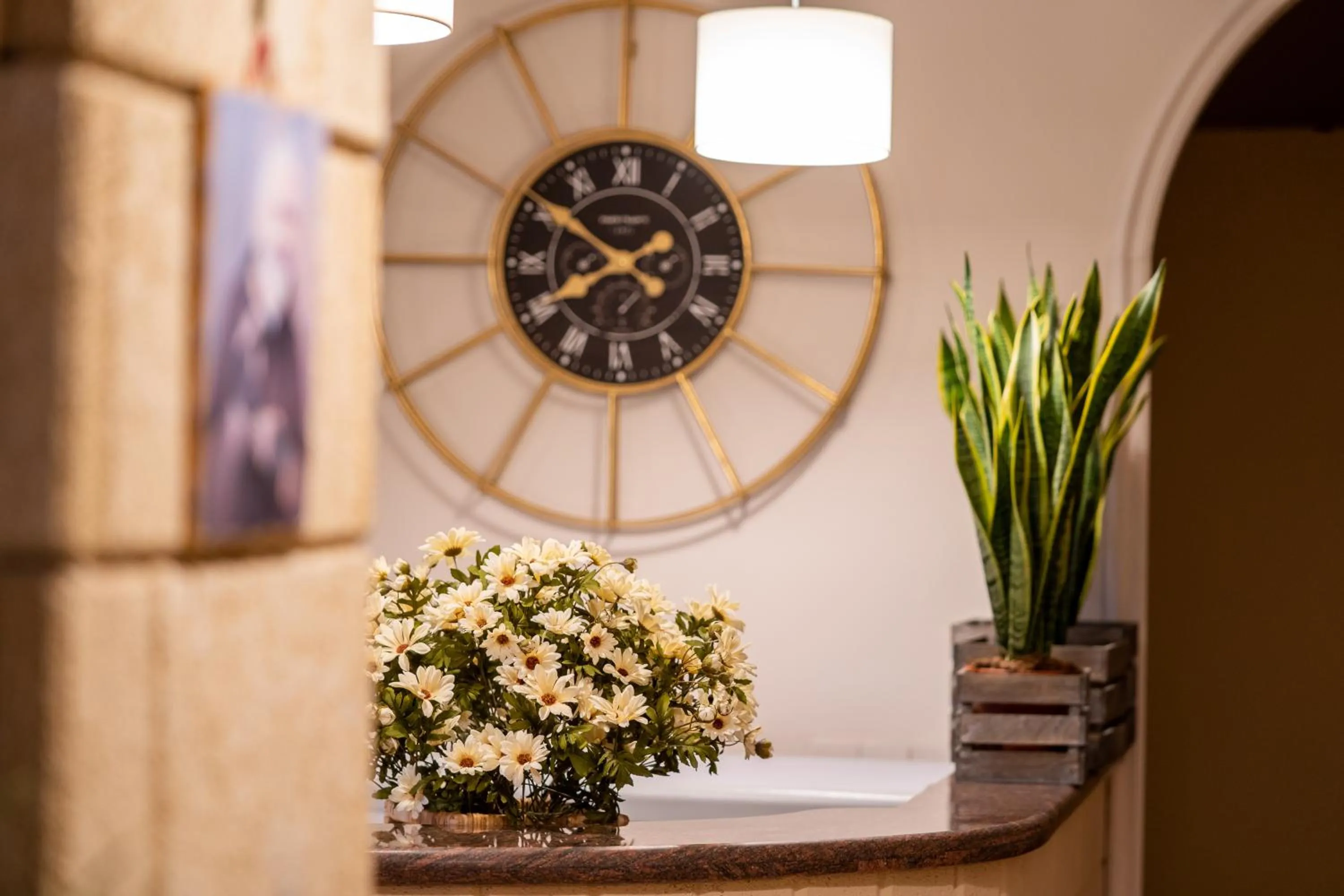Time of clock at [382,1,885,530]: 7:50
